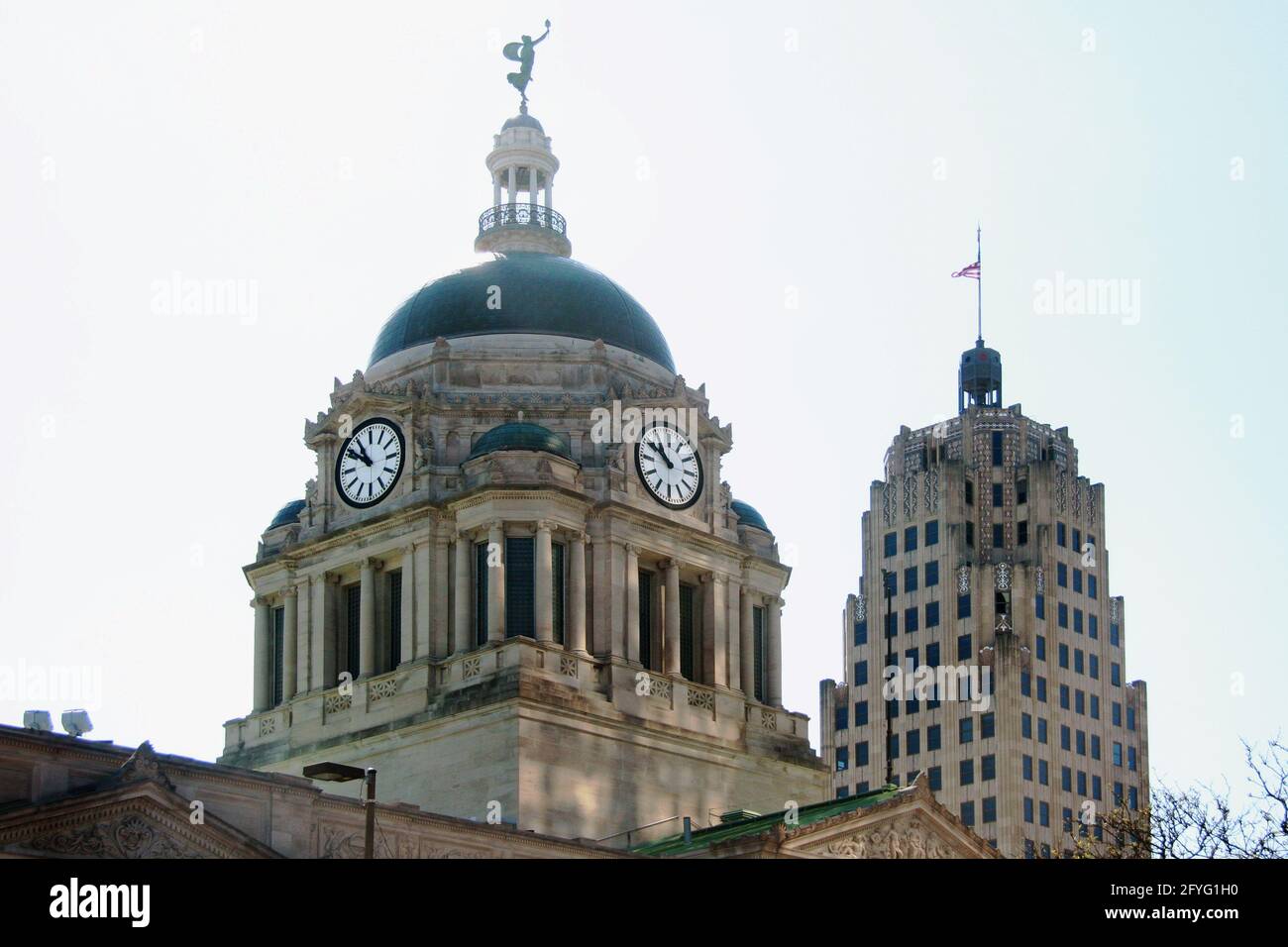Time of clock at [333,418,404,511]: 10:51
